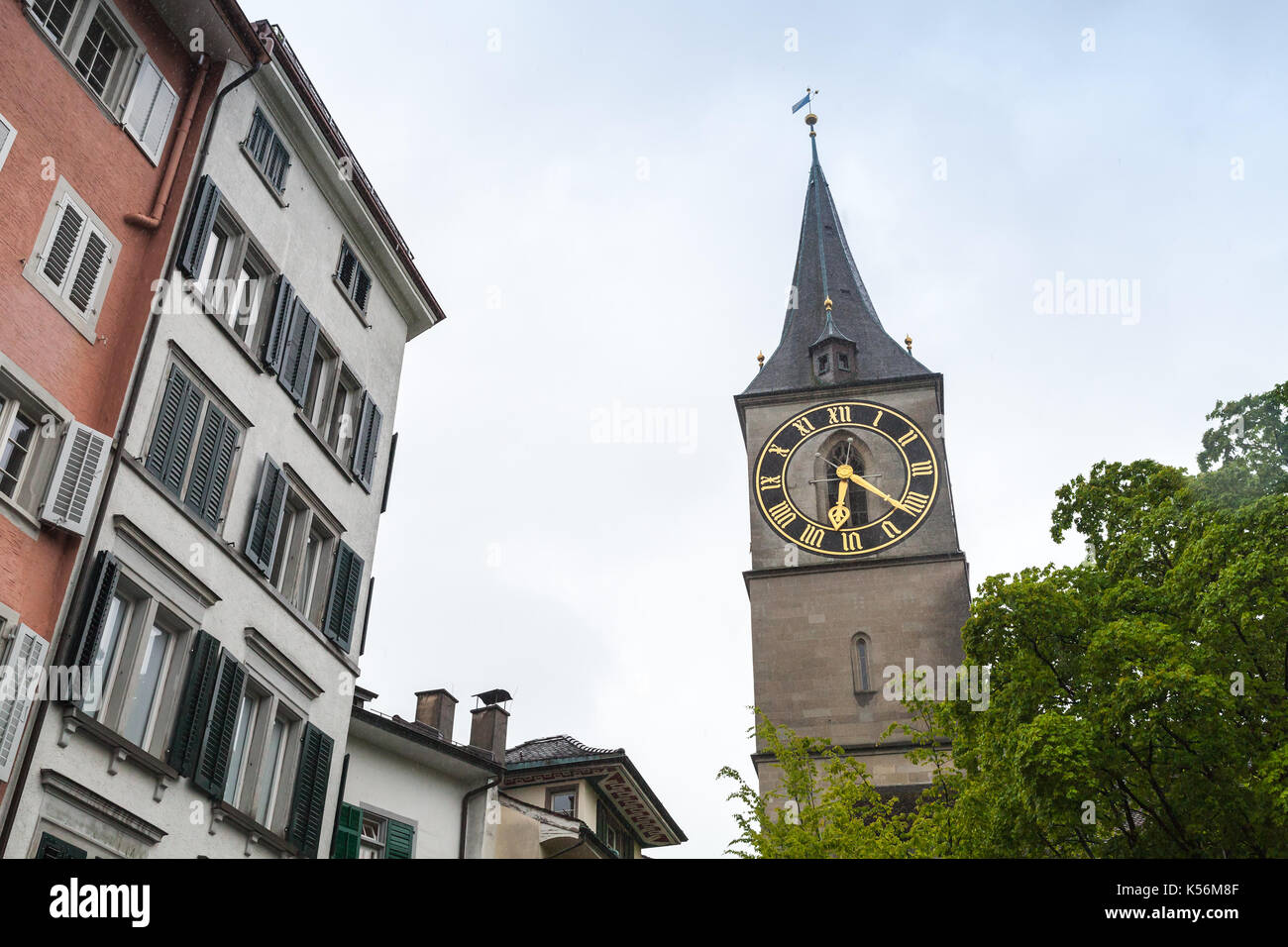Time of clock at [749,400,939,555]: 6:21
